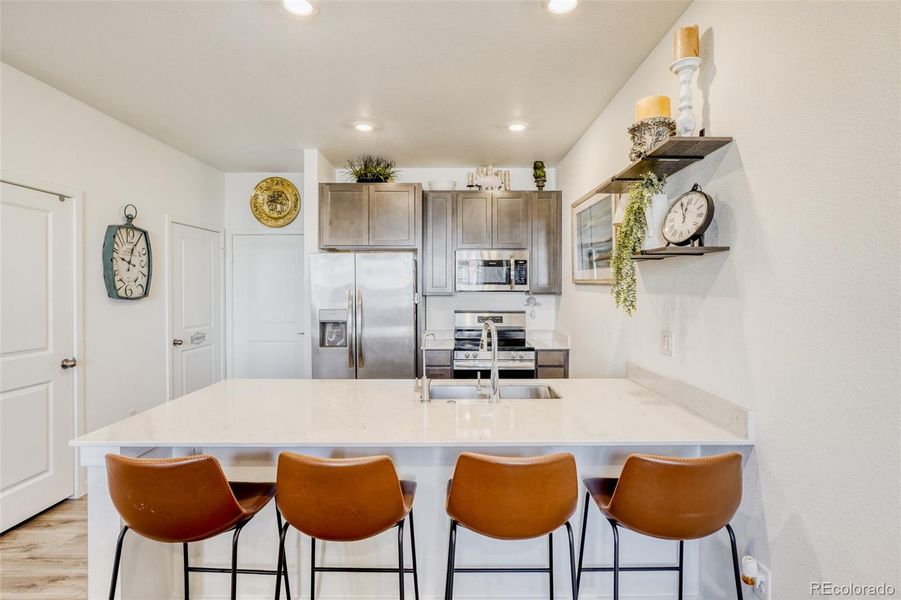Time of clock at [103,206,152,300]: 12:47
